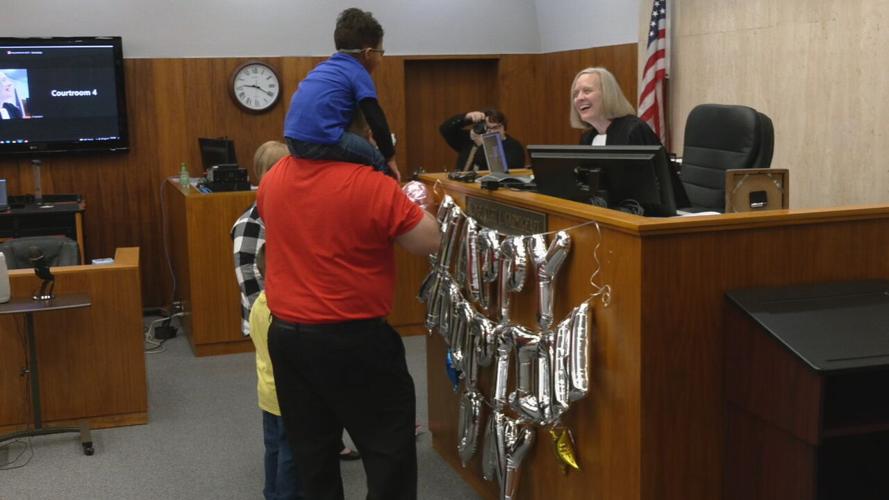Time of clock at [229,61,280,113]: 9:20
